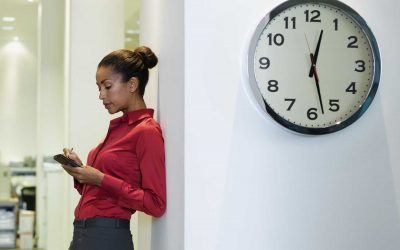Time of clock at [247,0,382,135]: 12:27
